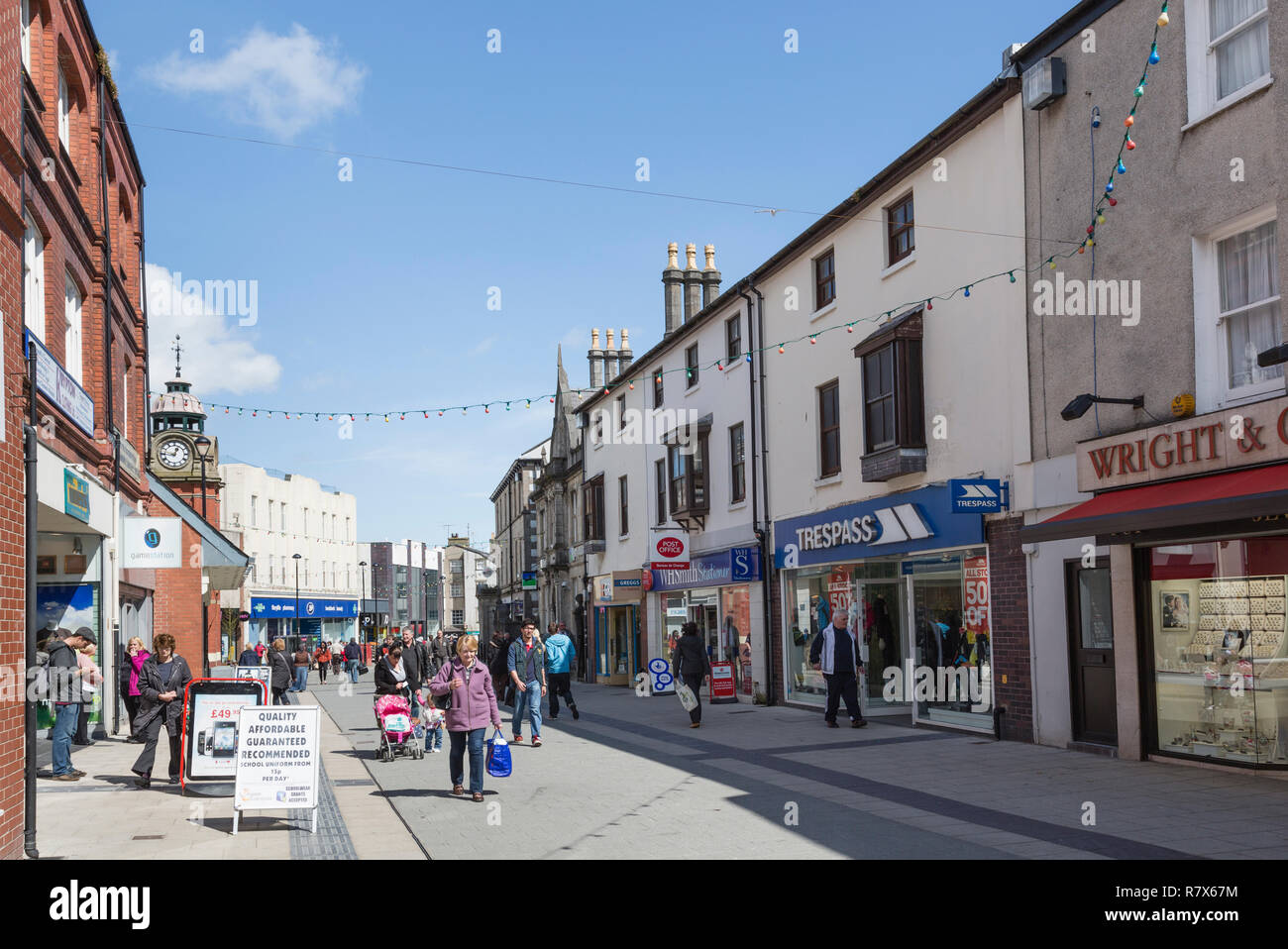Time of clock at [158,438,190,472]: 12:45
